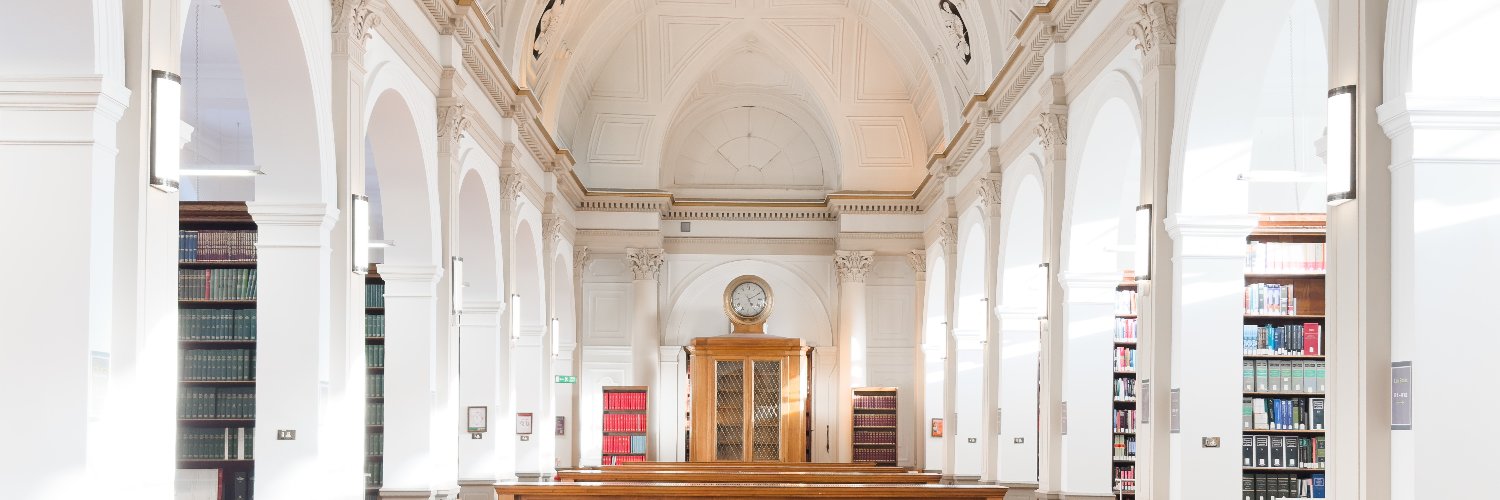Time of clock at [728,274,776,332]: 5:10
